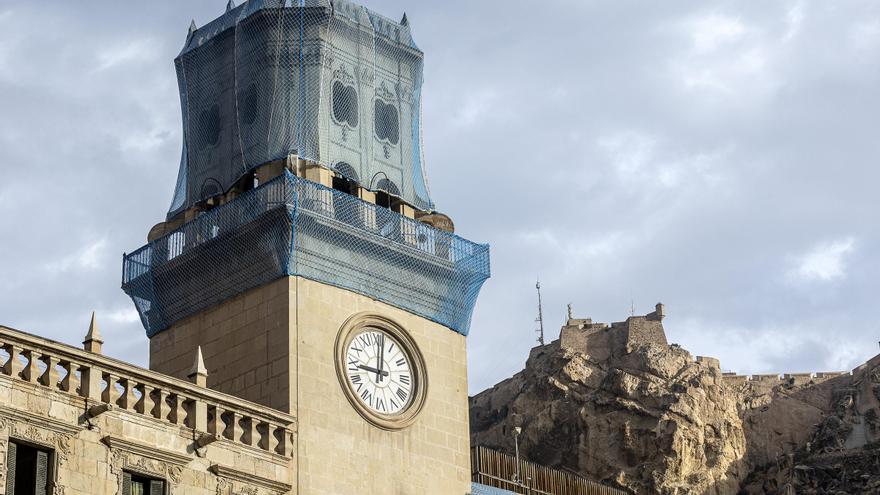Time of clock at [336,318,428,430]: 9:01
